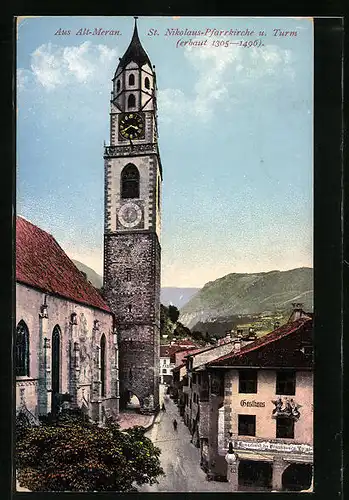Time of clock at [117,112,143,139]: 3:40
